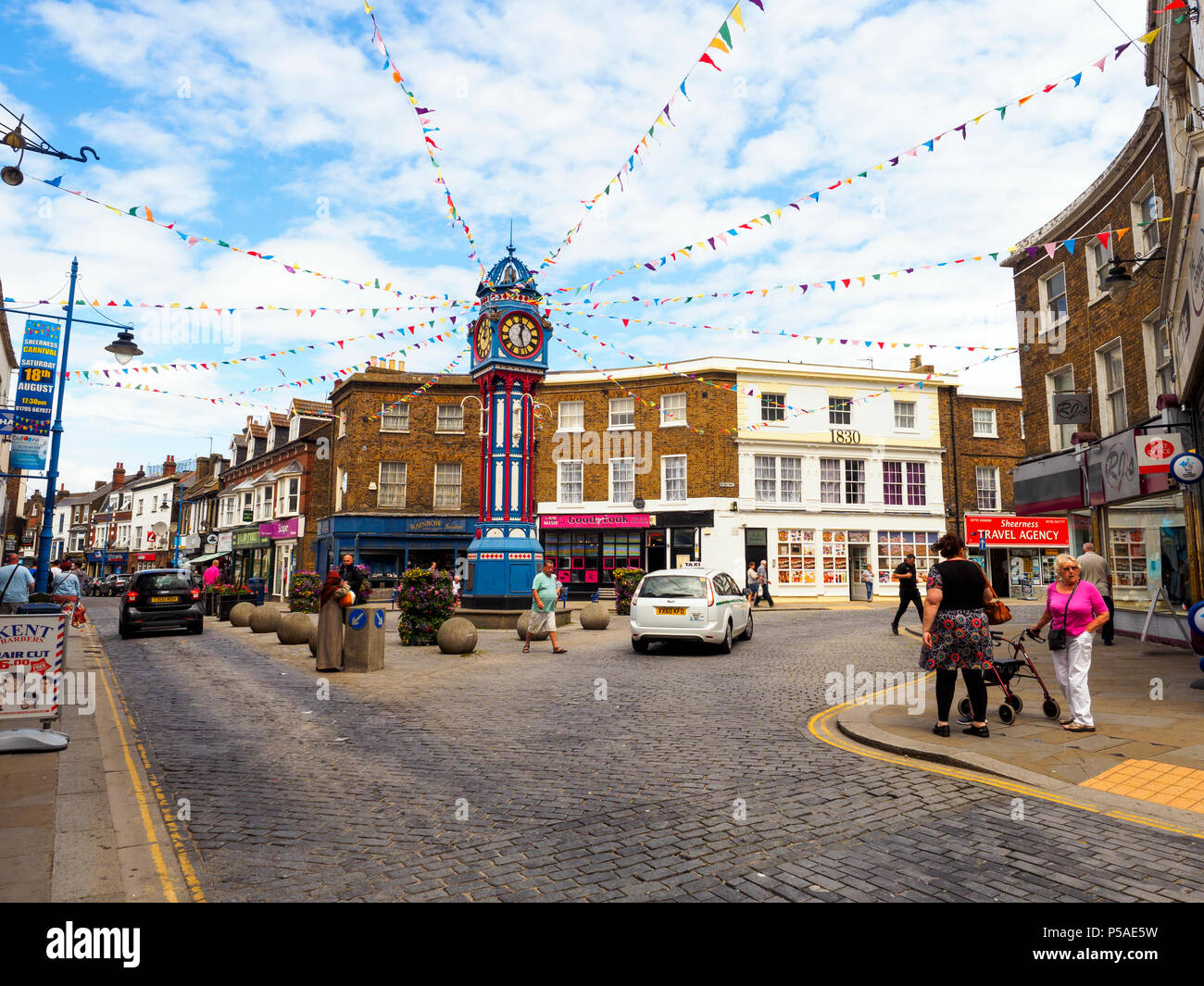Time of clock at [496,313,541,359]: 12:26
